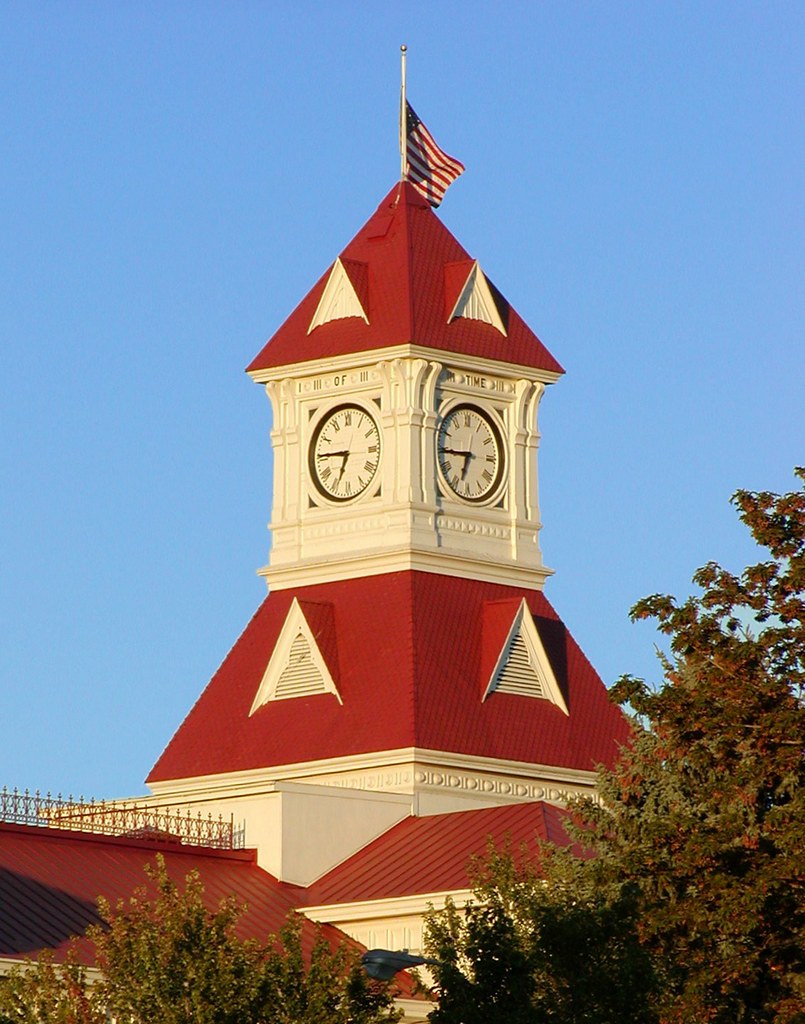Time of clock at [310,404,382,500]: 6:45
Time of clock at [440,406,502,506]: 6:44
